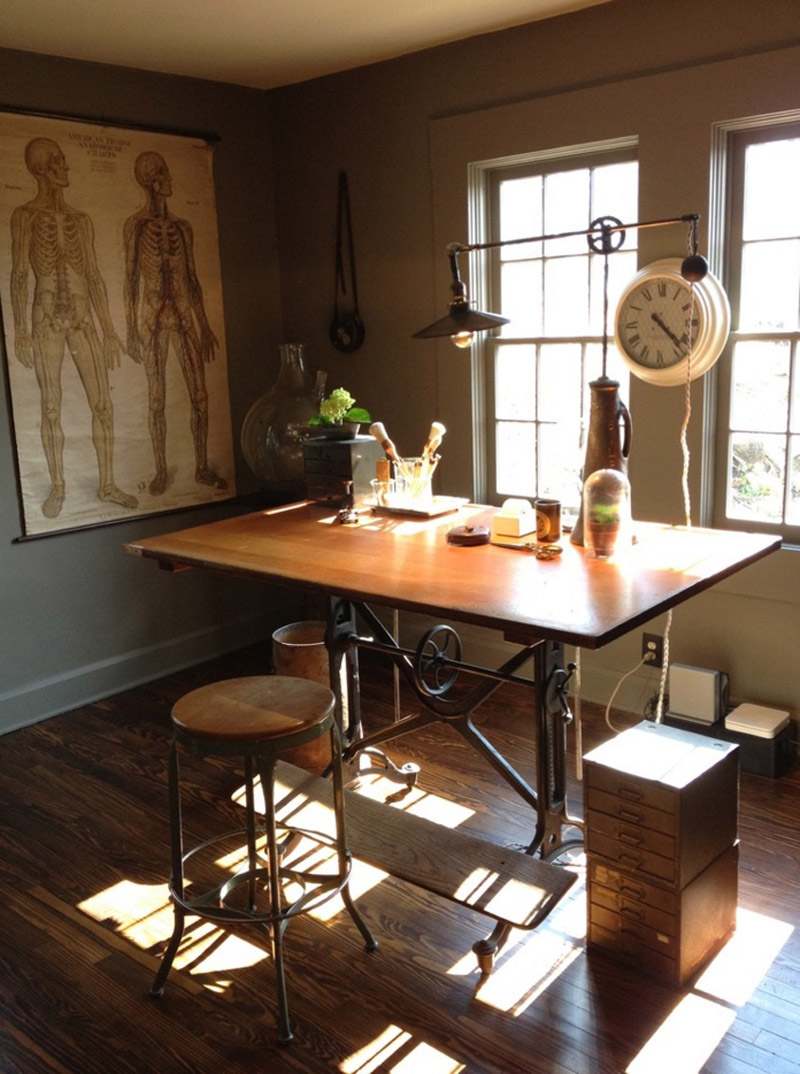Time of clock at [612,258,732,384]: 4:22
